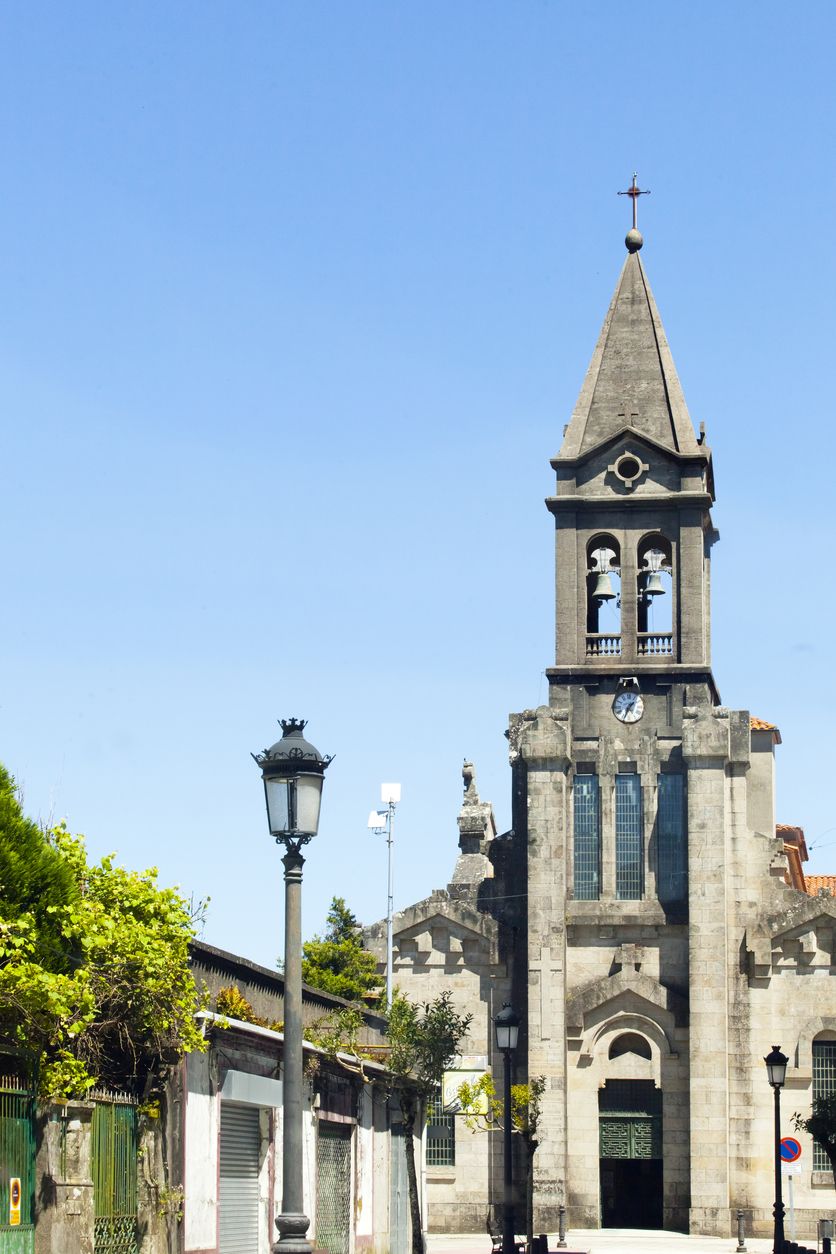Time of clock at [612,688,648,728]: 1:33
